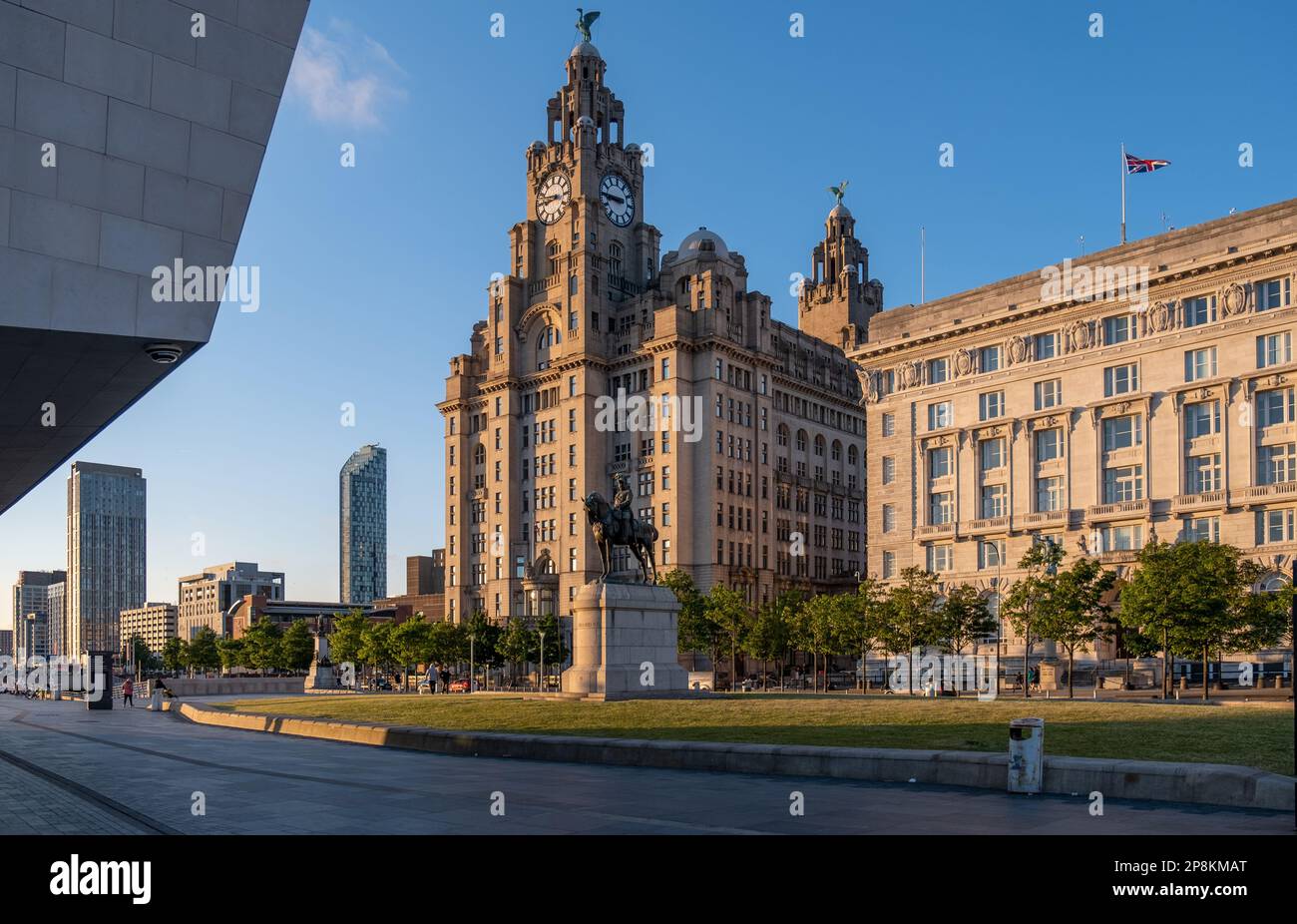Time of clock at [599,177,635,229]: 8:45
